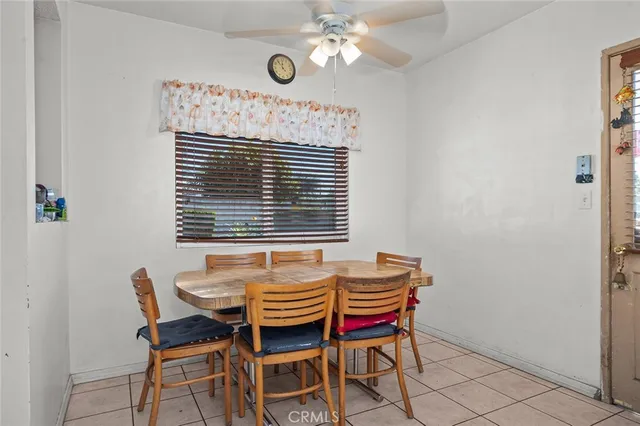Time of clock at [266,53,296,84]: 11:53
